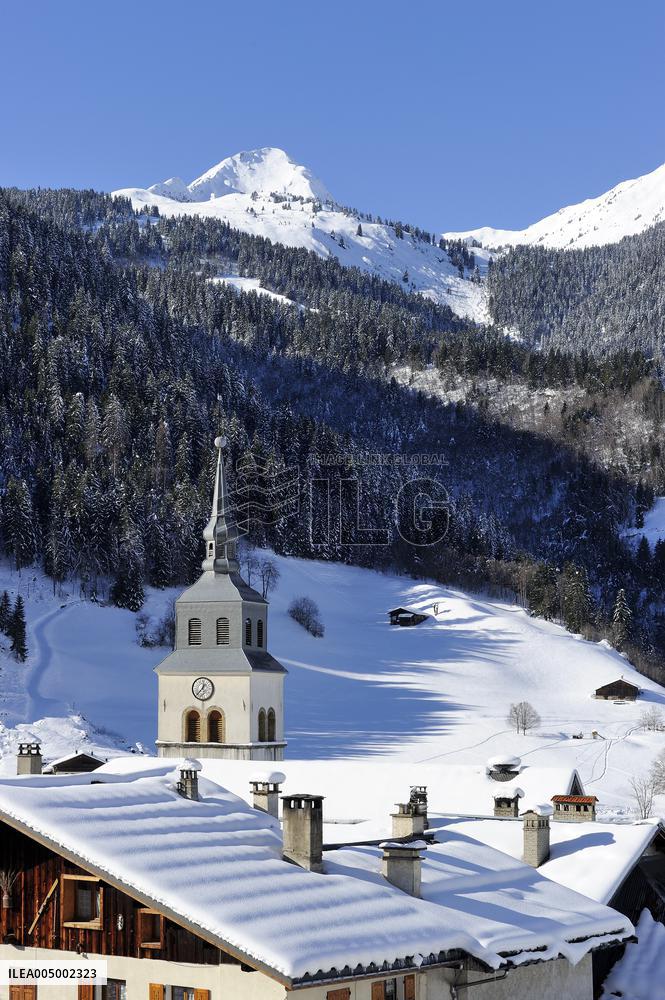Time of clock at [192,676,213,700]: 12:37
